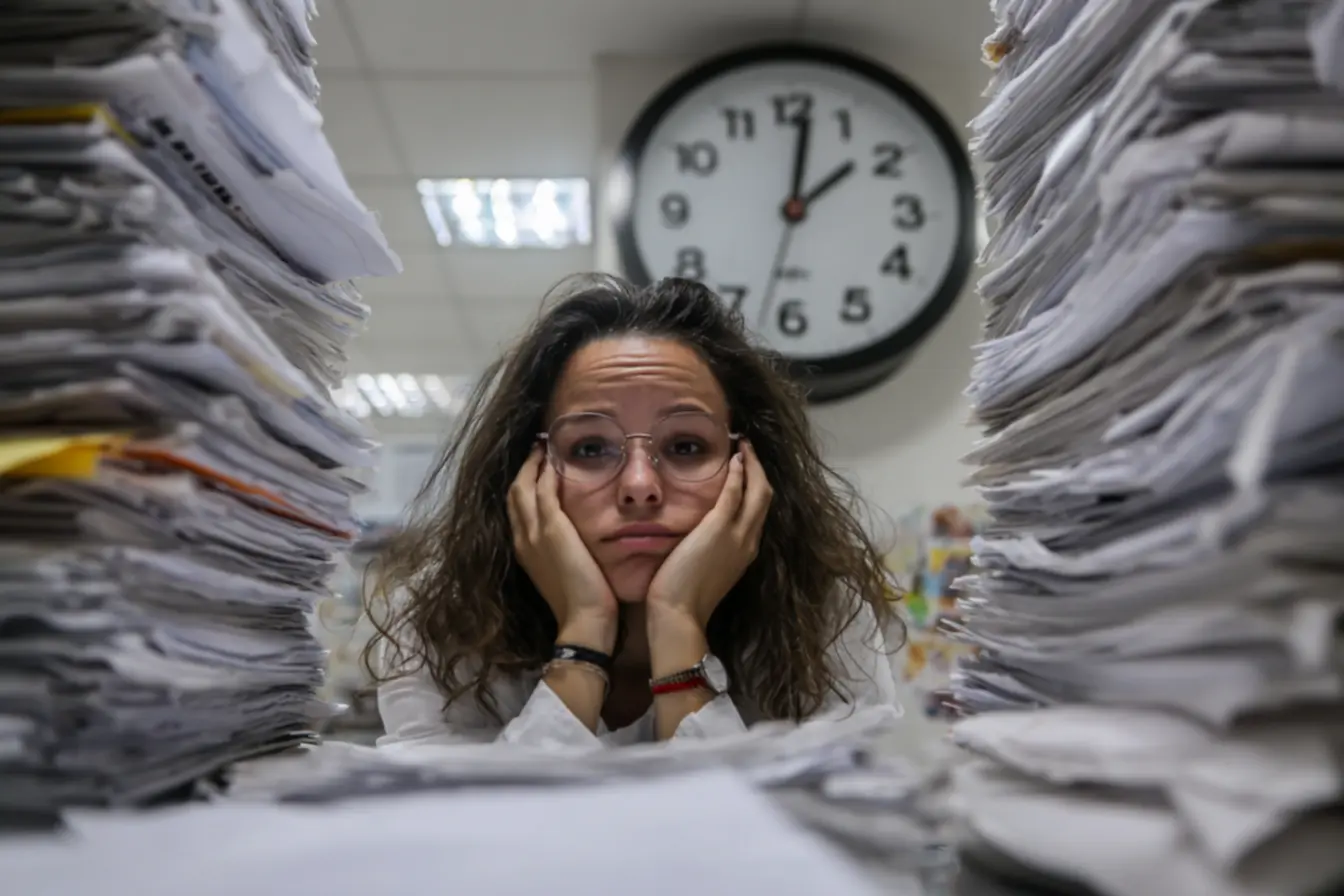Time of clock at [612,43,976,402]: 2:01
